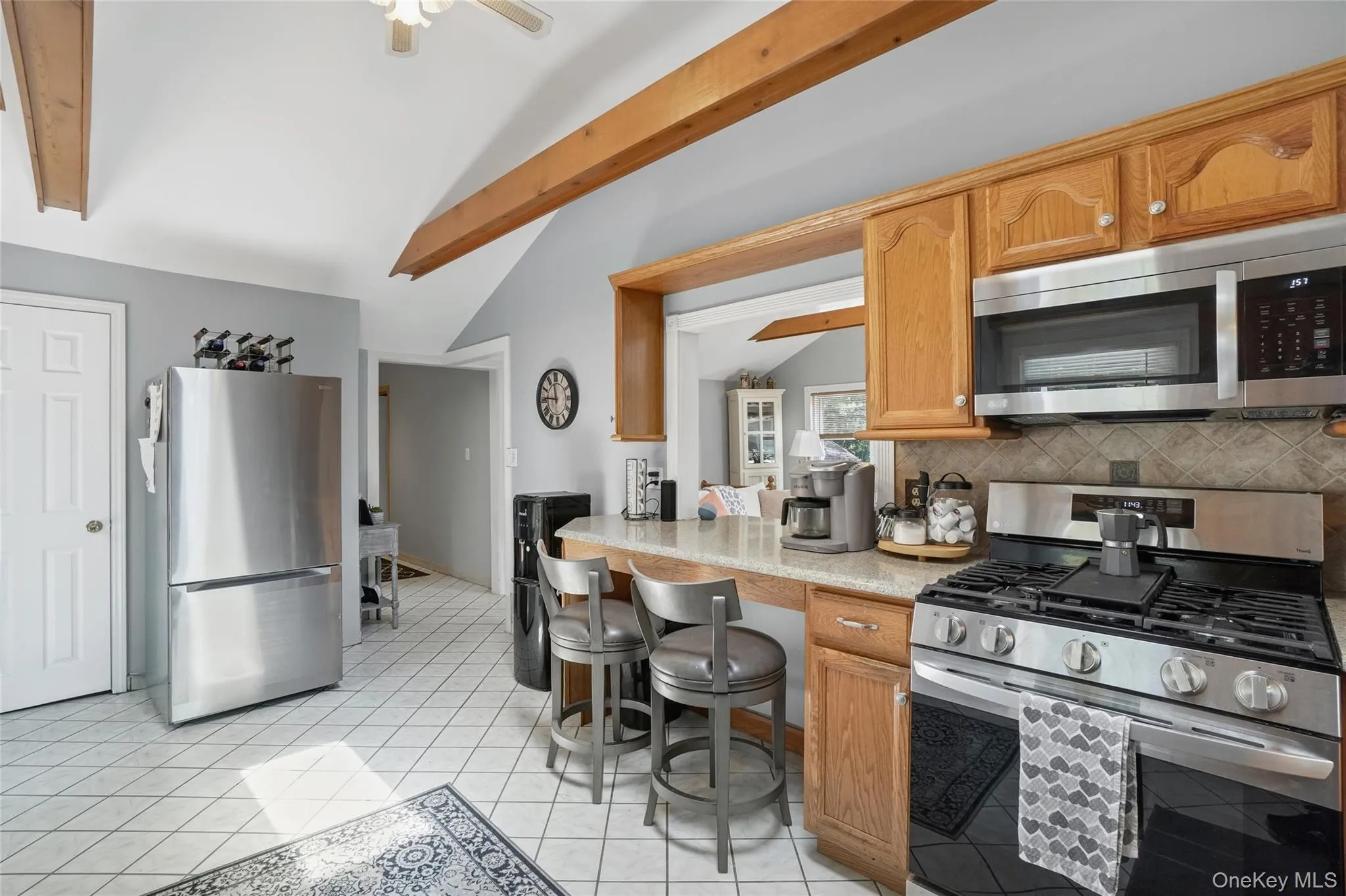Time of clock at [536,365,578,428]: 11:45
